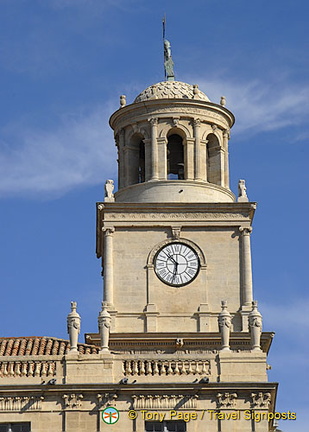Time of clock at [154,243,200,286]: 10:32
